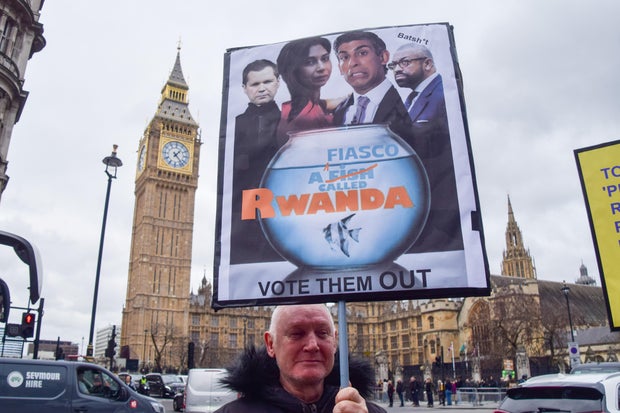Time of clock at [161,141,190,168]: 1:22
